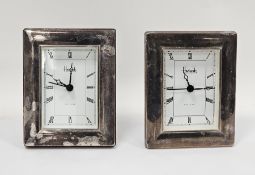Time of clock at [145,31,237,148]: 11:14
